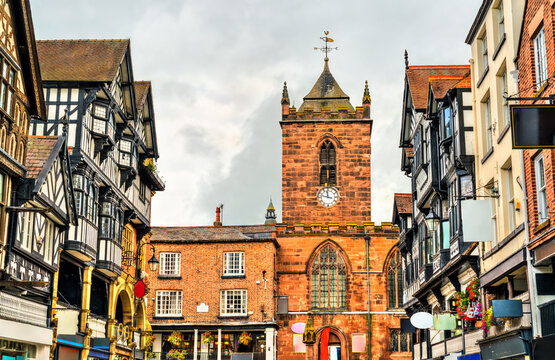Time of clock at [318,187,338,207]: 11:47
